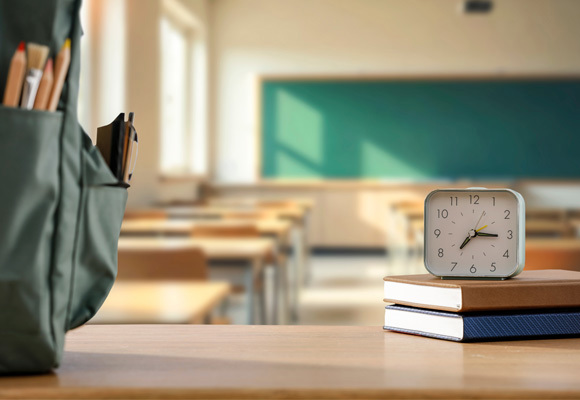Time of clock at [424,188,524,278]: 7:15
